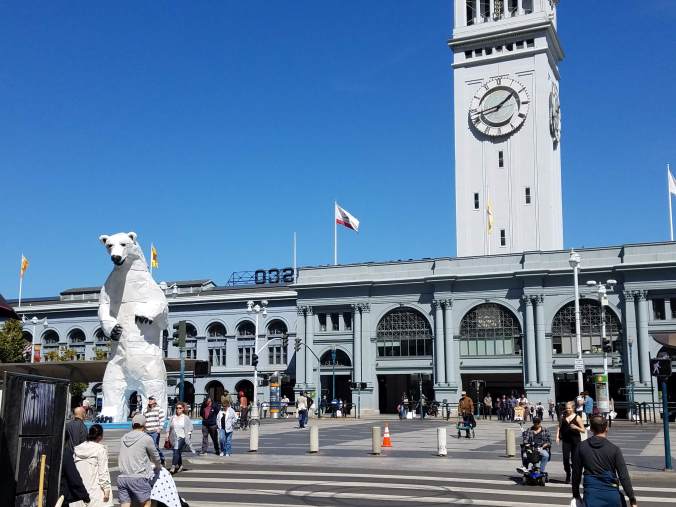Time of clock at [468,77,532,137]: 1:43
